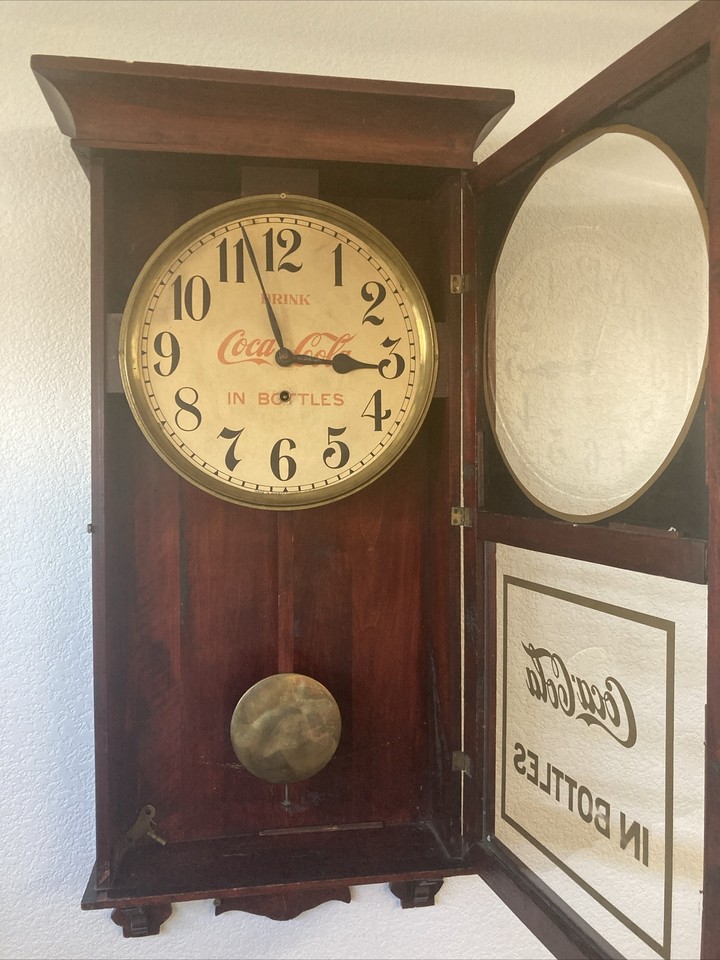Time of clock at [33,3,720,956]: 2:58
